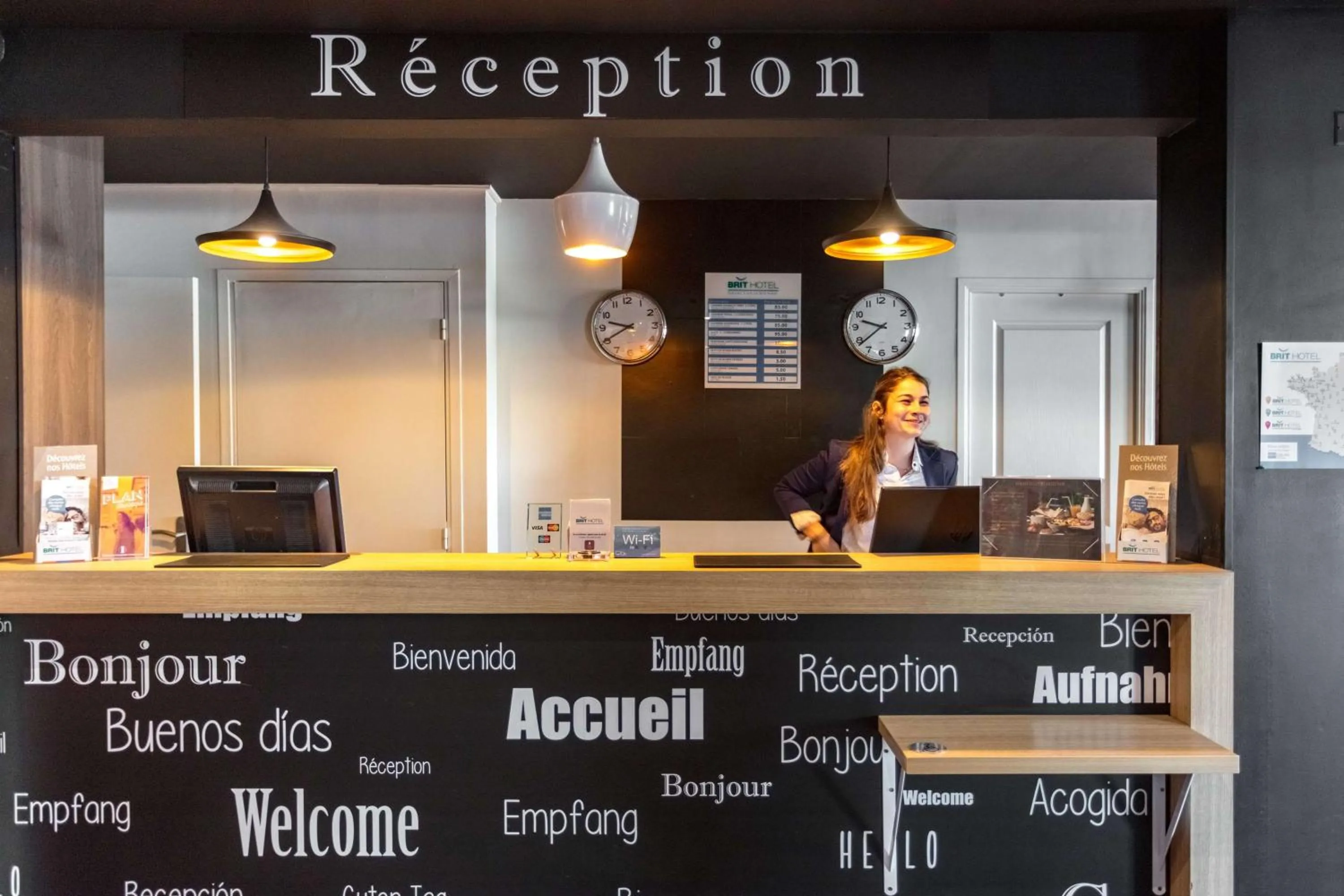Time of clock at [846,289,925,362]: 9:38
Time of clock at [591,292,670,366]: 9:40
